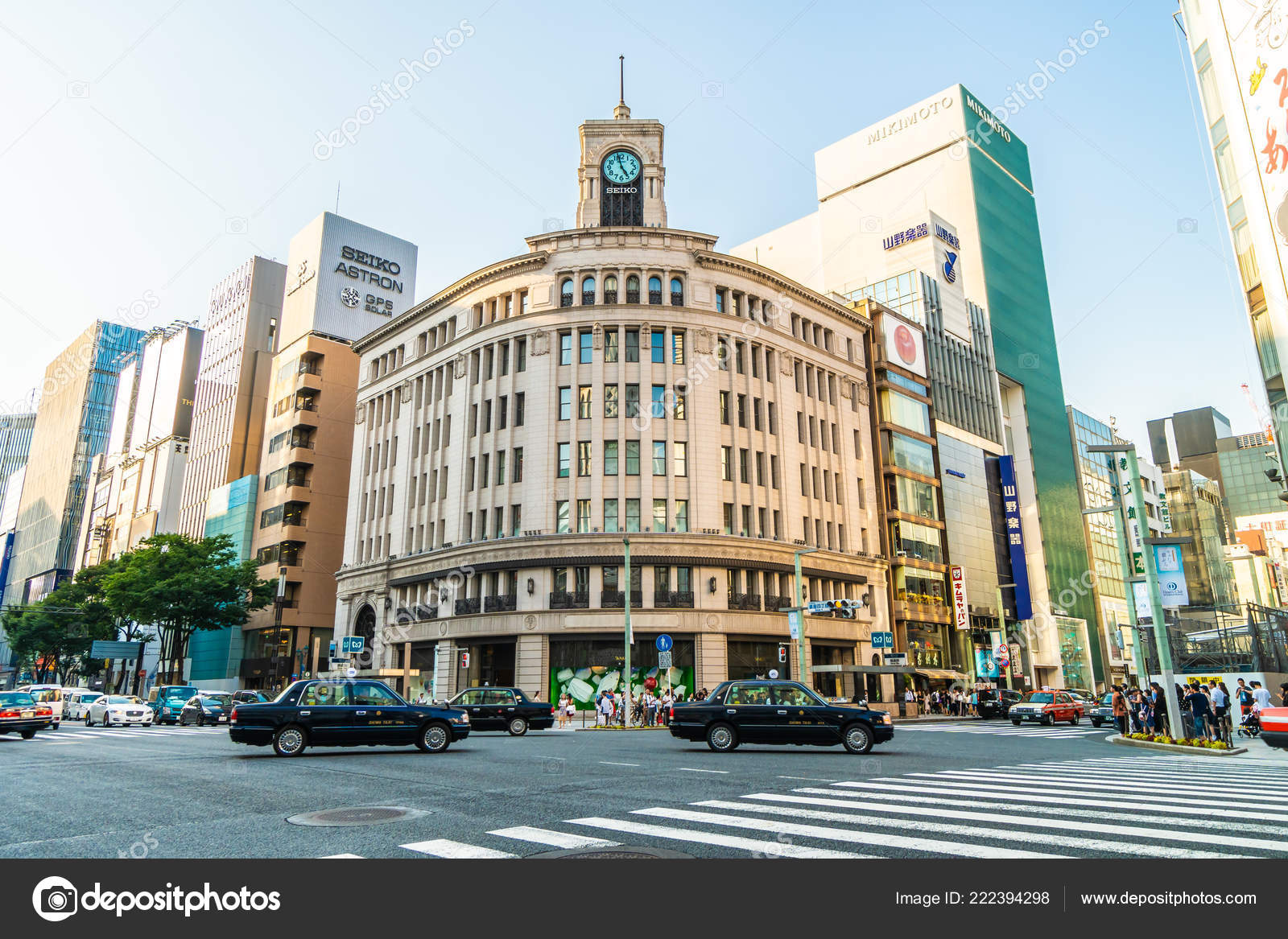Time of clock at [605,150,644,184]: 4:57
